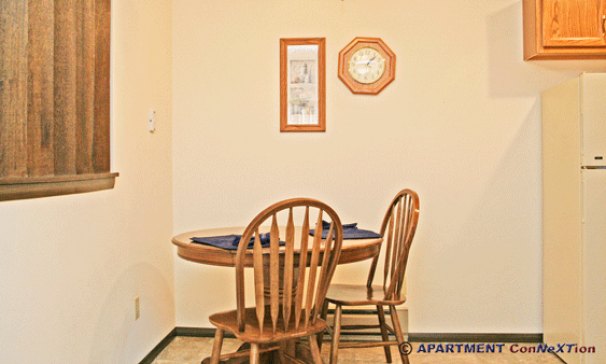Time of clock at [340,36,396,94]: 1:43
